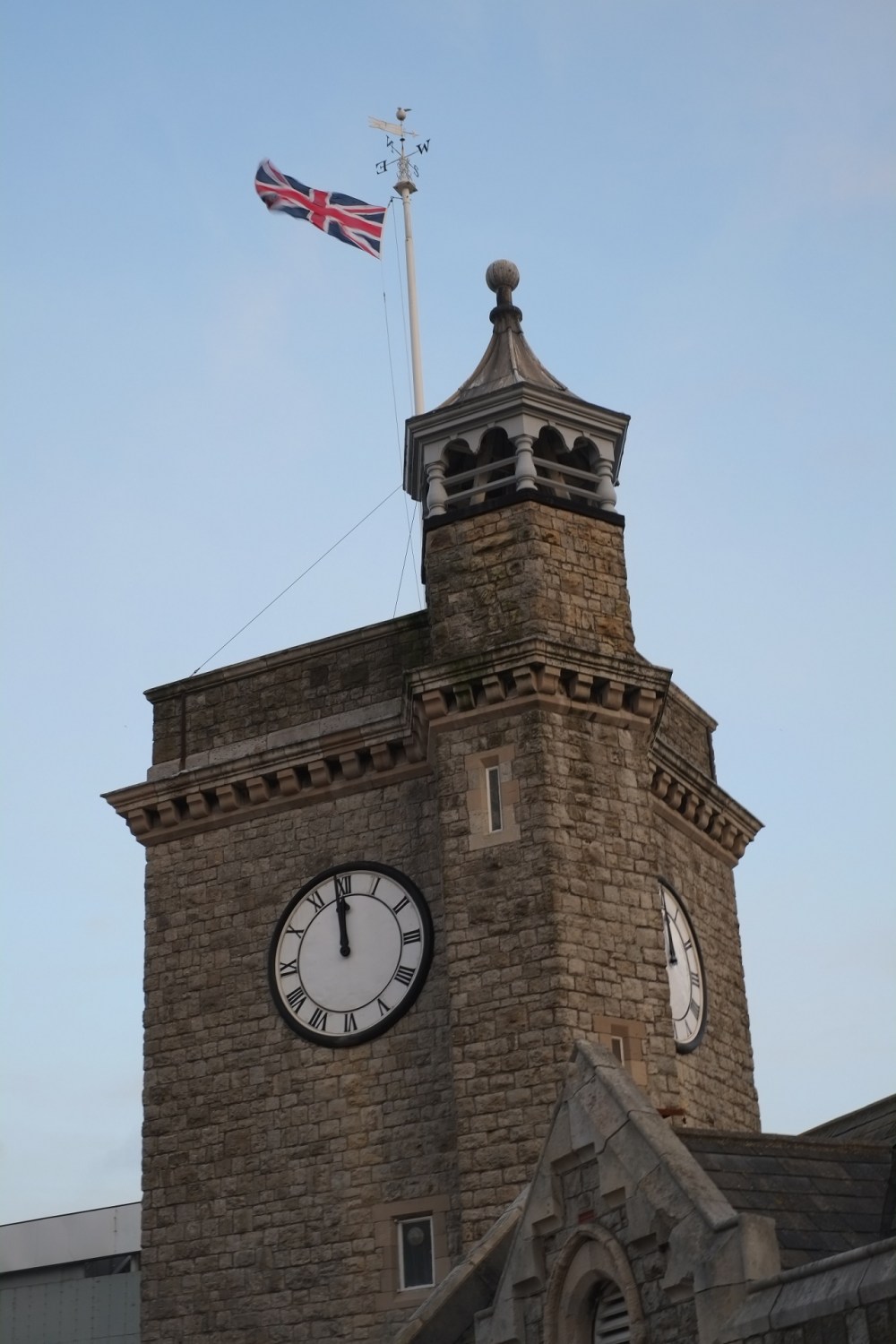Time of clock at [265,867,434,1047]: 11:58
